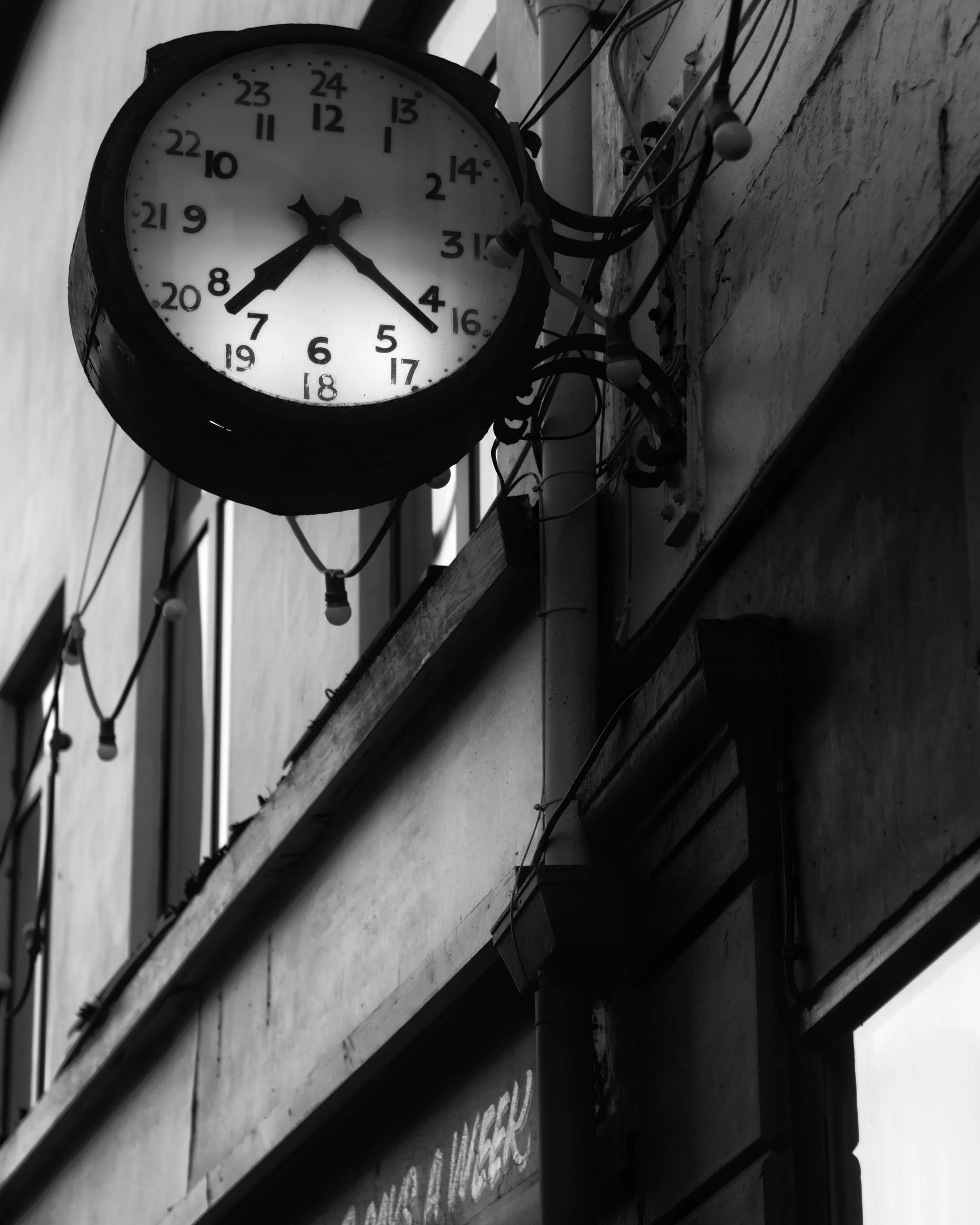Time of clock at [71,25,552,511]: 7:21
